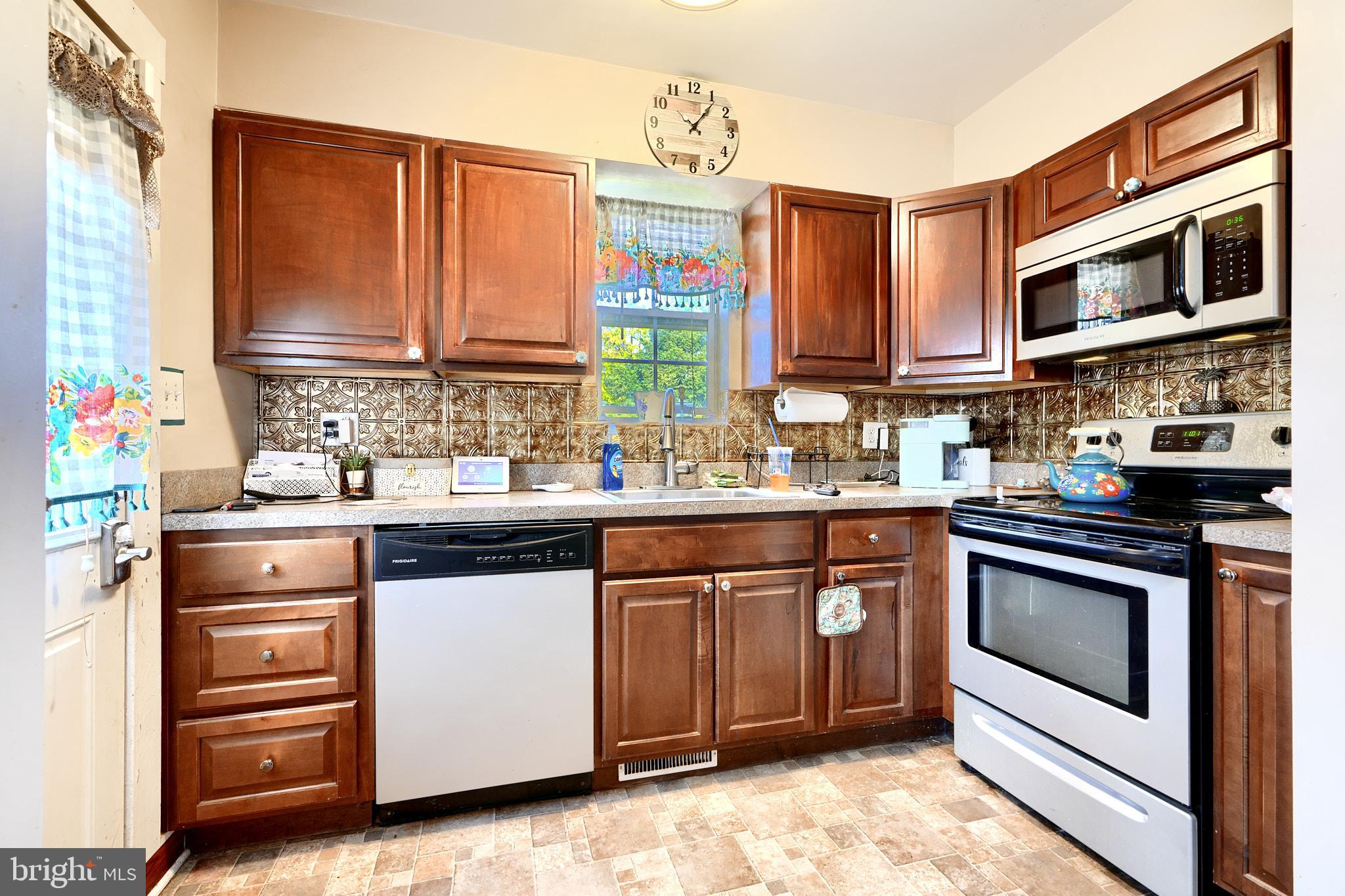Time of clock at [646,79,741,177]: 10:06
